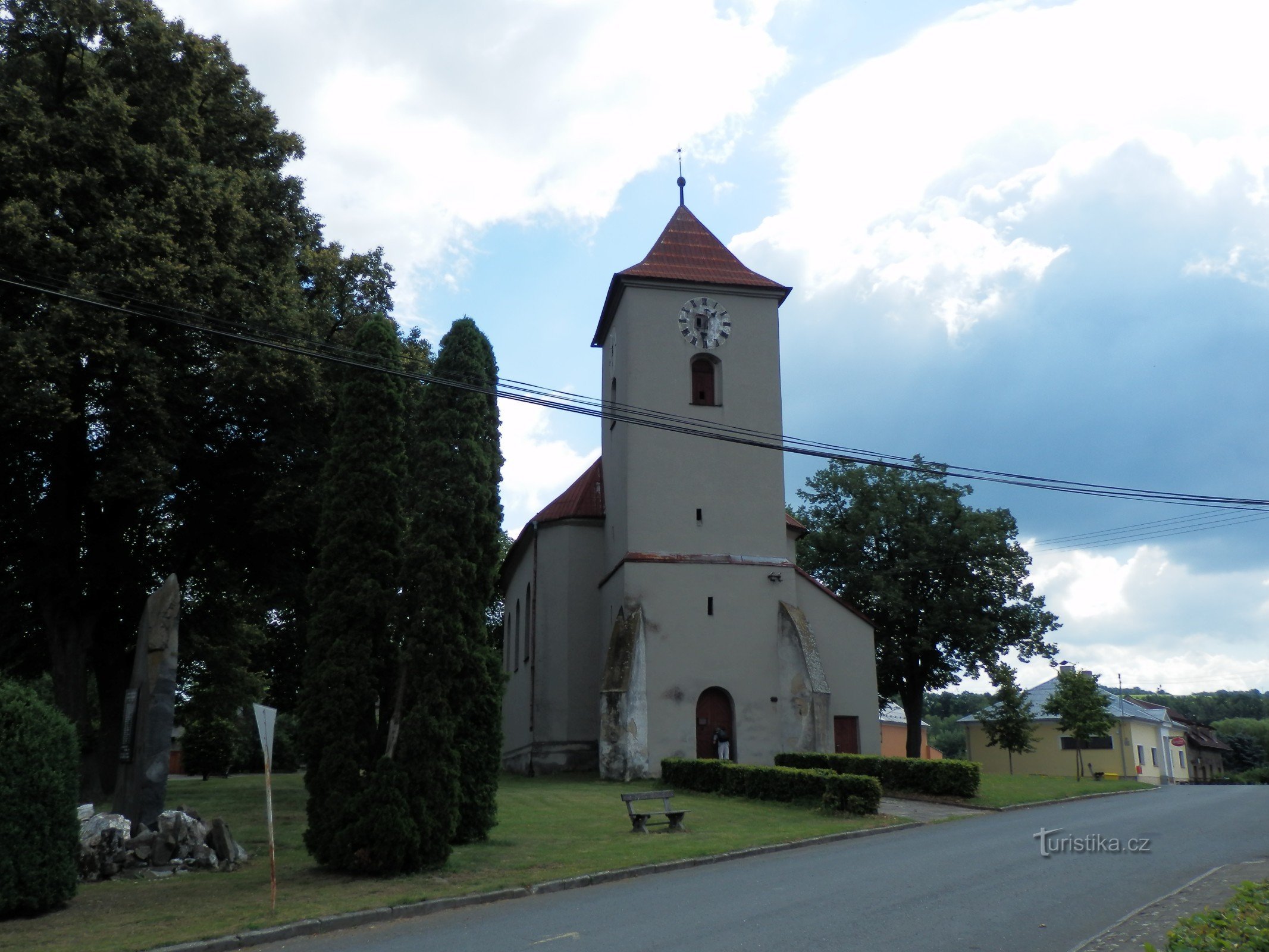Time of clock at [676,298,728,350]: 1:31
